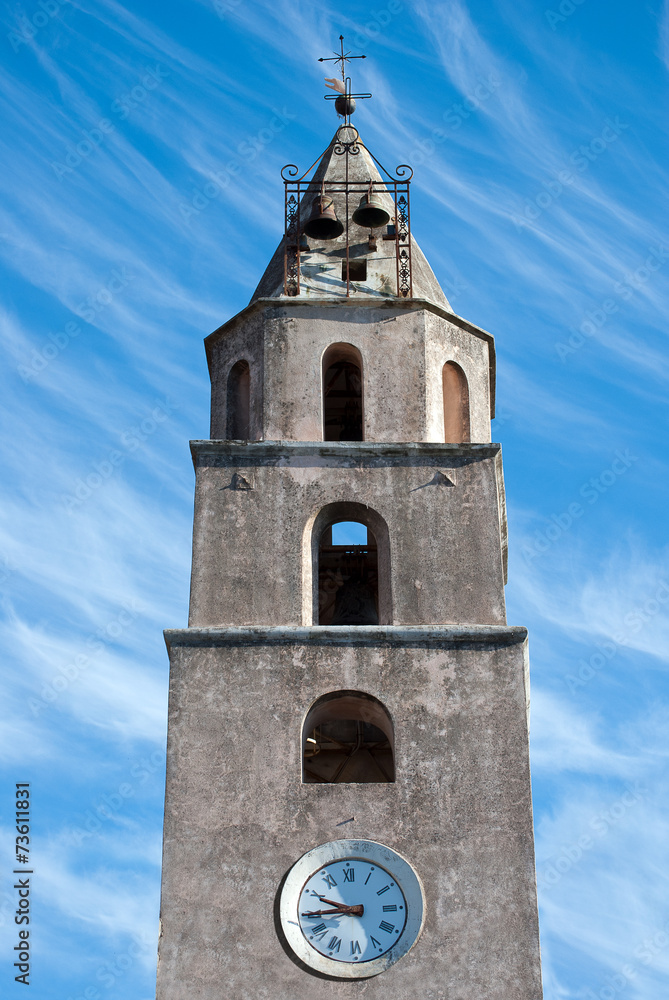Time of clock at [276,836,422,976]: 9:44
